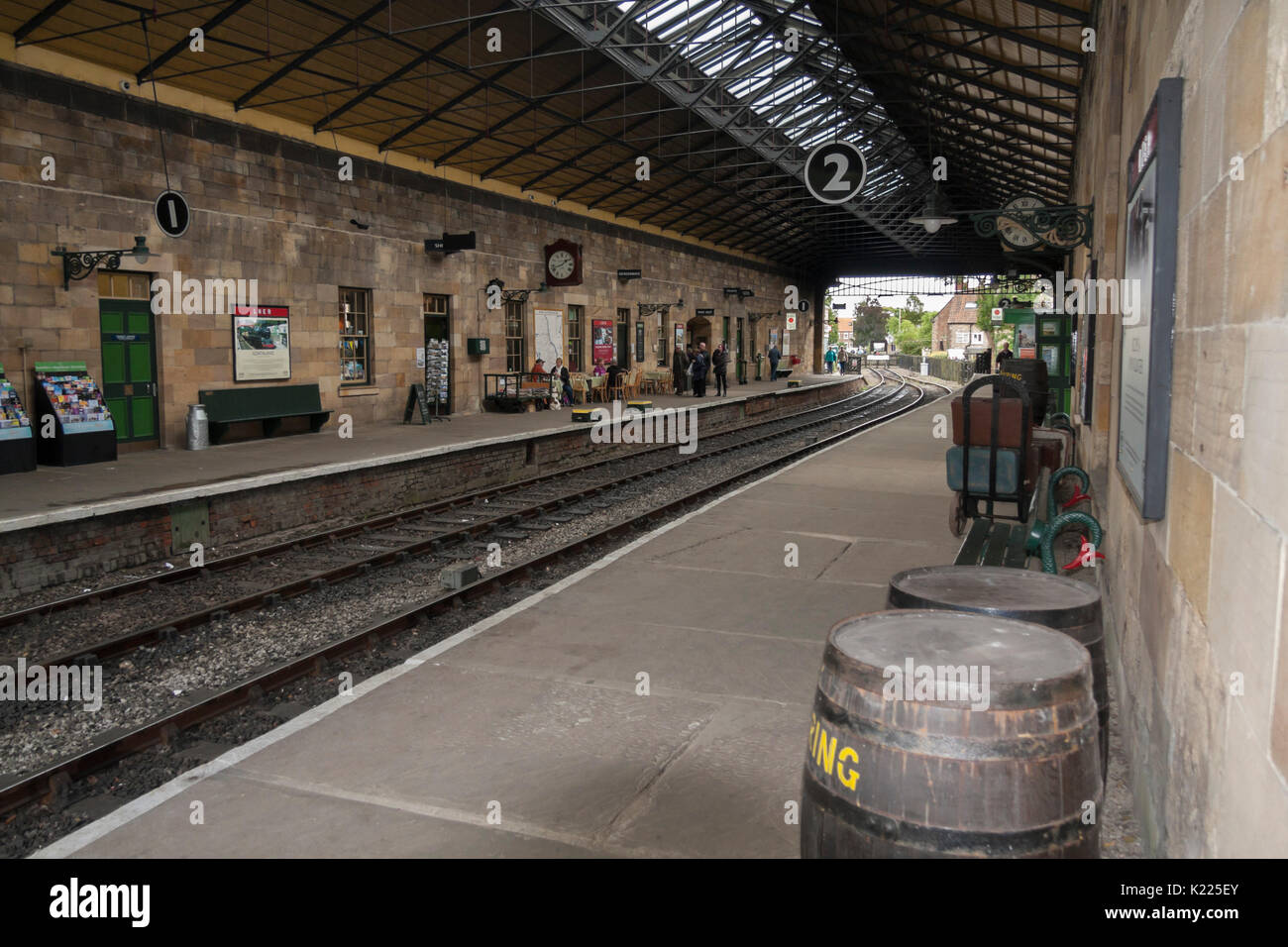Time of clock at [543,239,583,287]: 1:41
